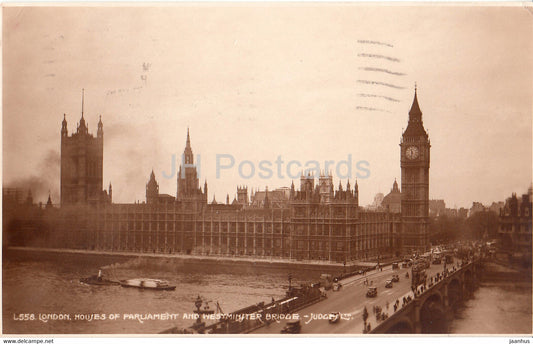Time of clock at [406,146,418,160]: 11:32
